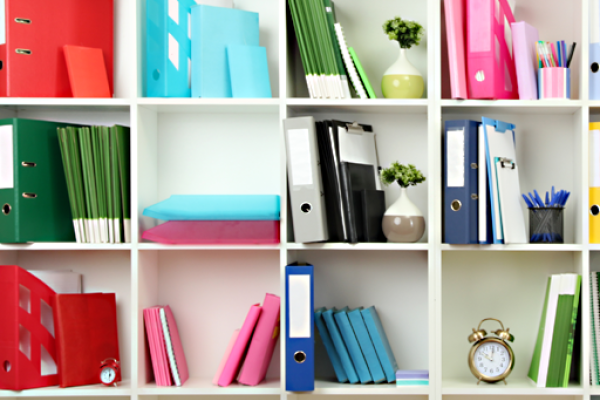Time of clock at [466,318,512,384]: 10:01
